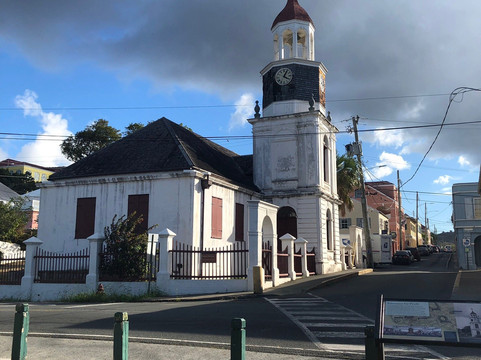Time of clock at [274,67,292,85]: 4:04
